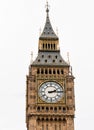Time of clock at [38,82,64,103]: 2:14
